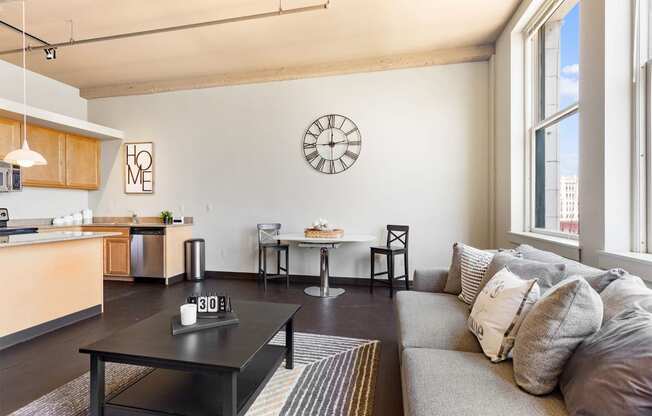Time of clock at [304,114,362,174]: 12:13
